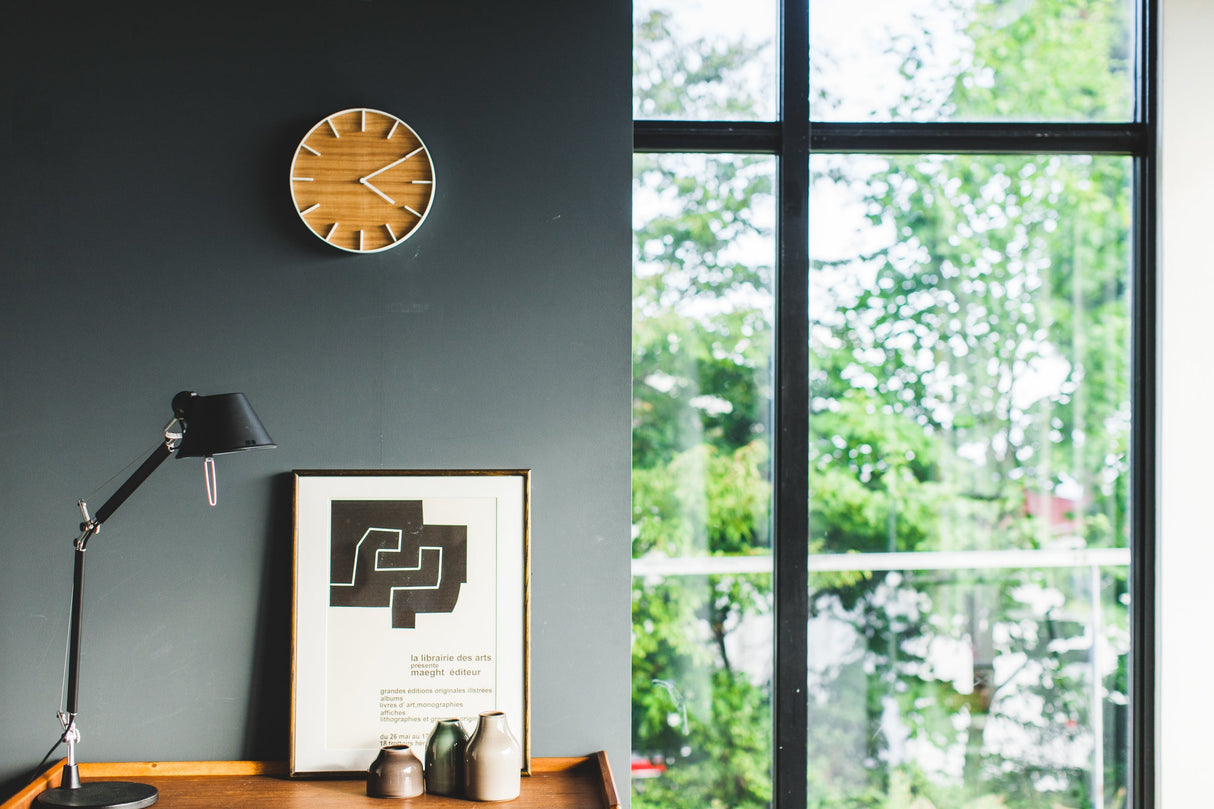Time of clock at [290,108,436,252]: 4:10
